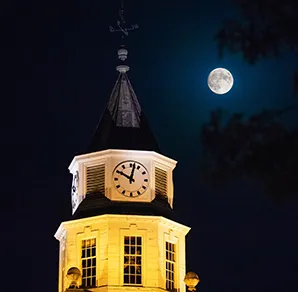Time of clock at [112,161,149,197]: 10:02
